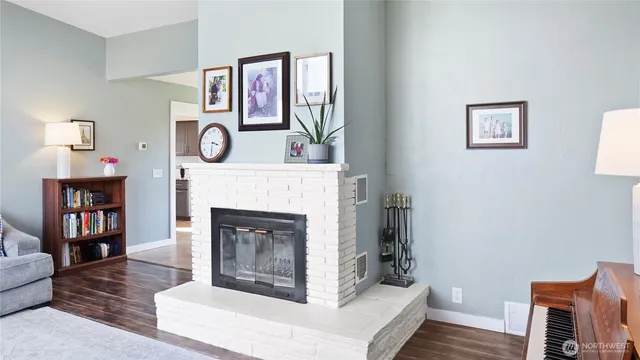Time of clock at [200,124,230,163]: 3:29
